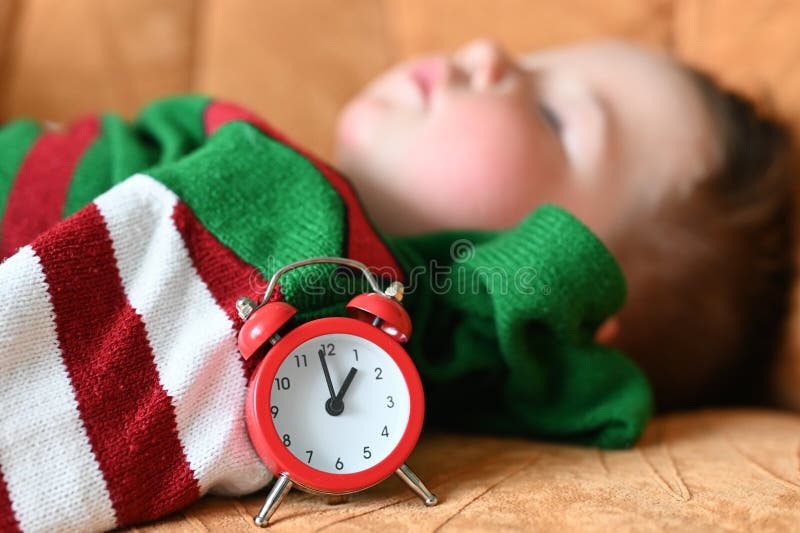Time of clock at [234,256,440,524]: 12:58
